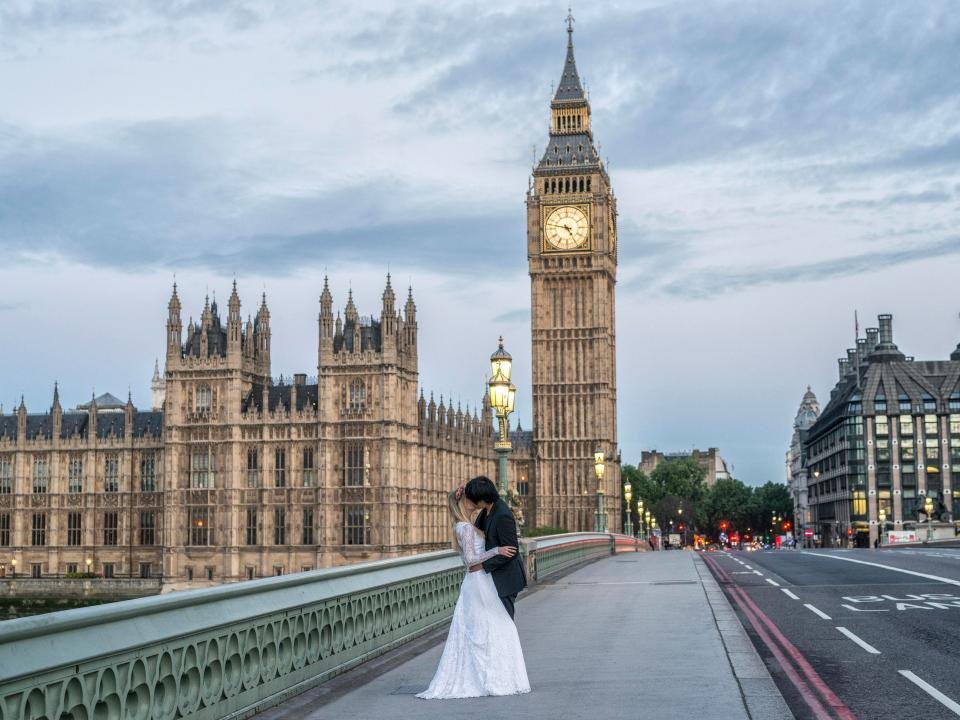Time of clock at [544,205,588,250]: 4:47
